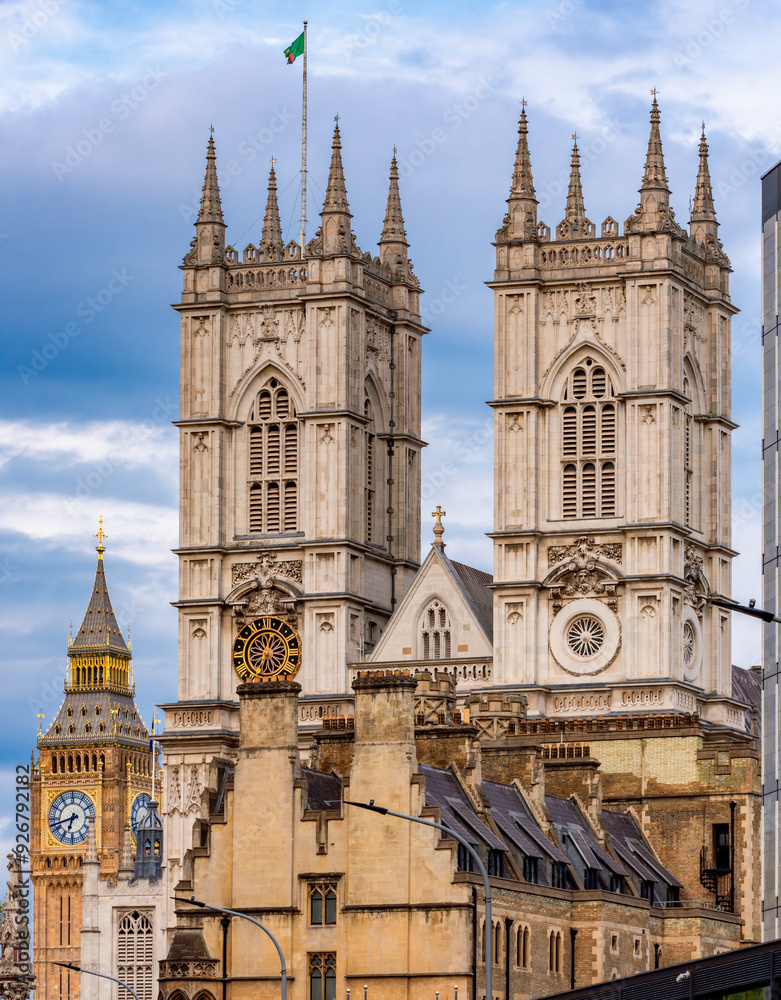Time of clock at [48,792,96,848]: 6:42
